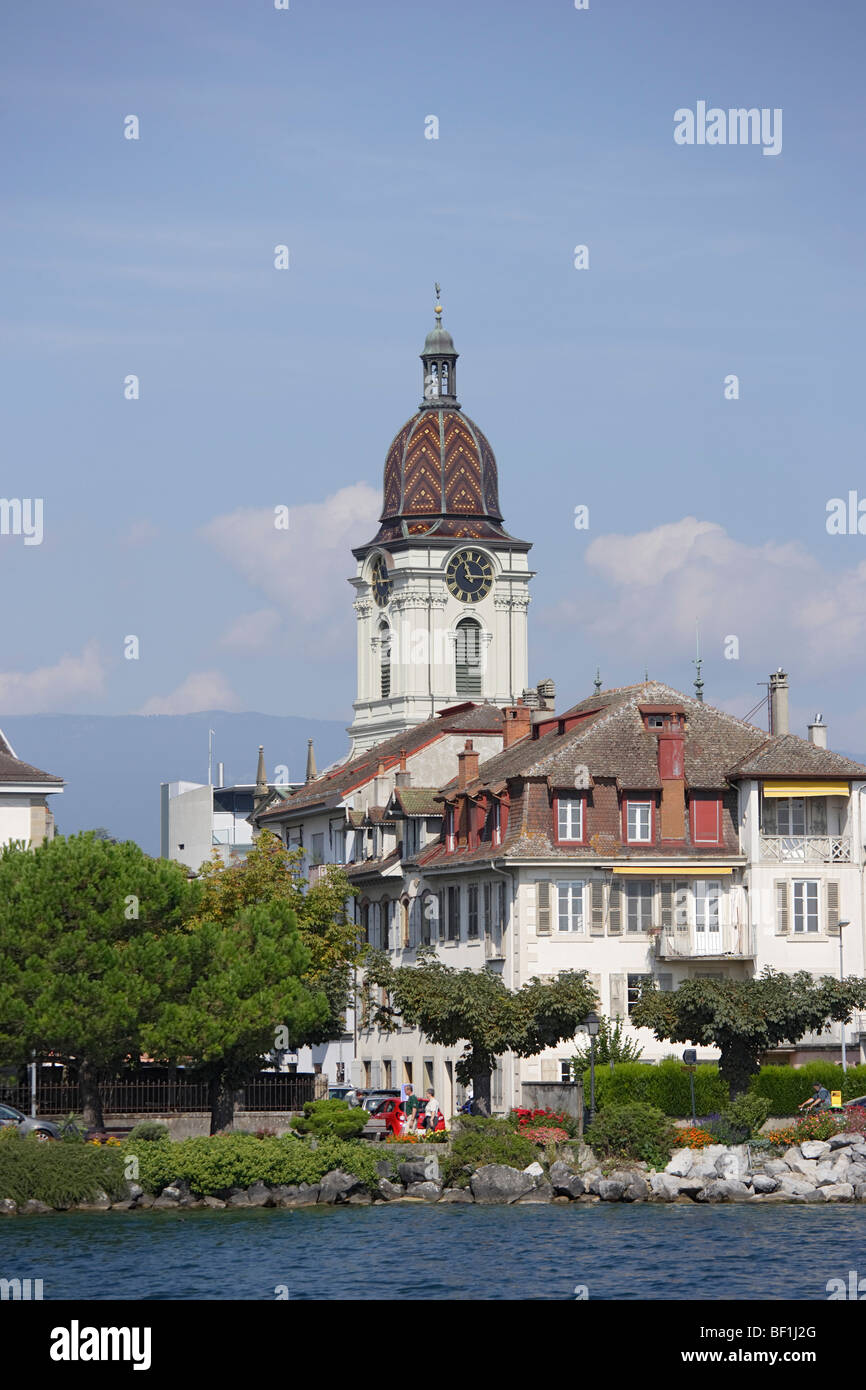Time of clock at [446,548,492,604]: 11:14
